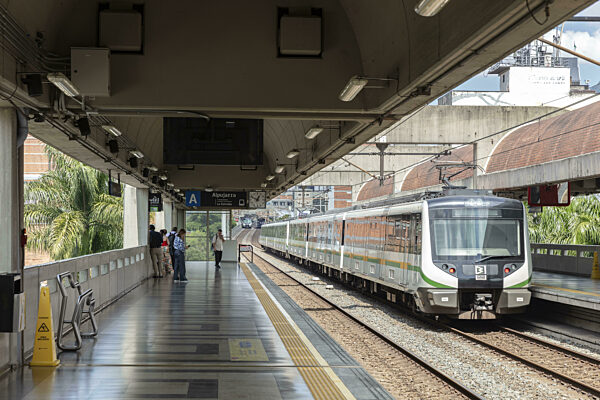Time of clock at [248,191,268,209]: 12:49
